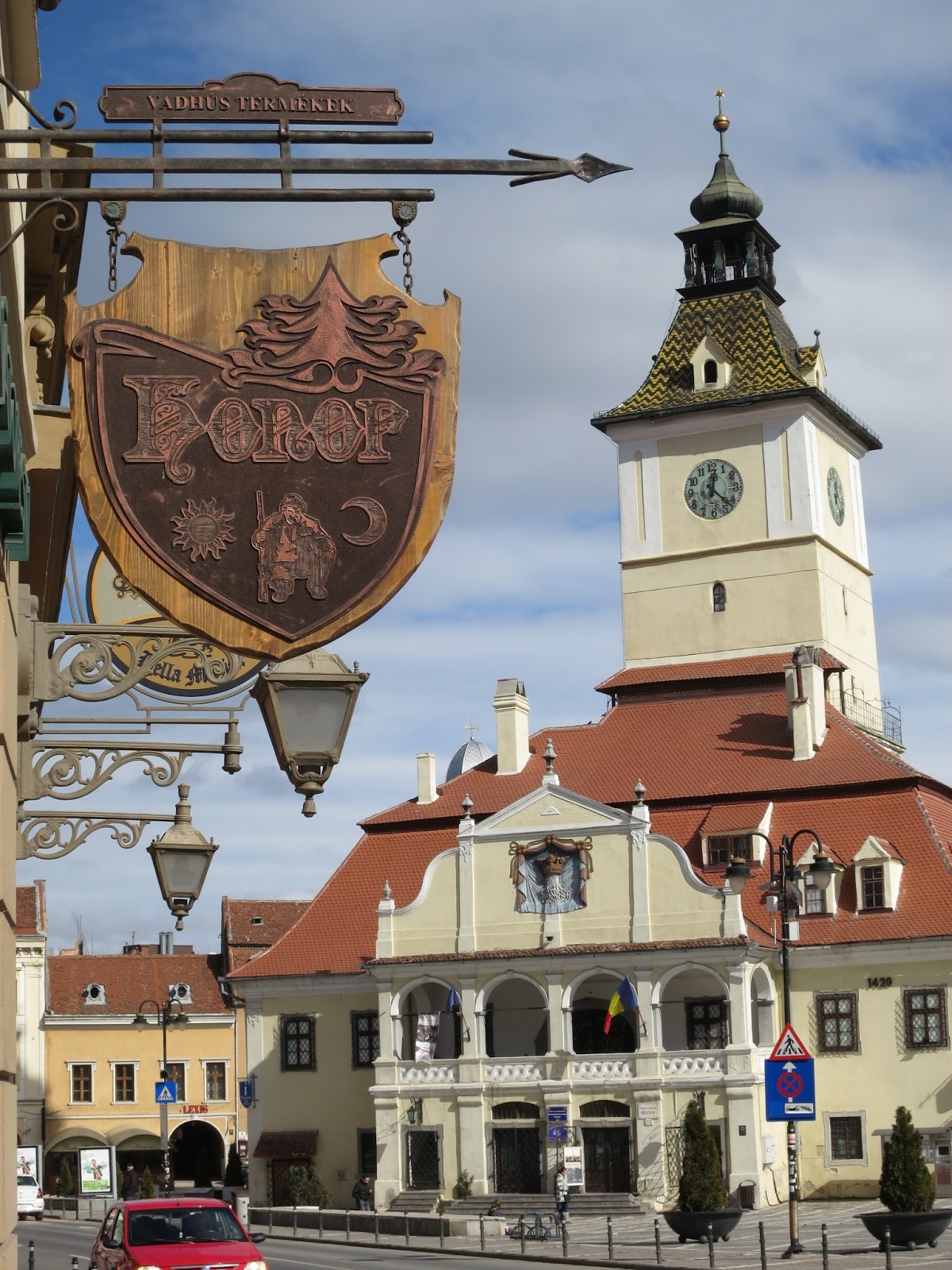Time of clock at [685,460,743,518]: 12:22
